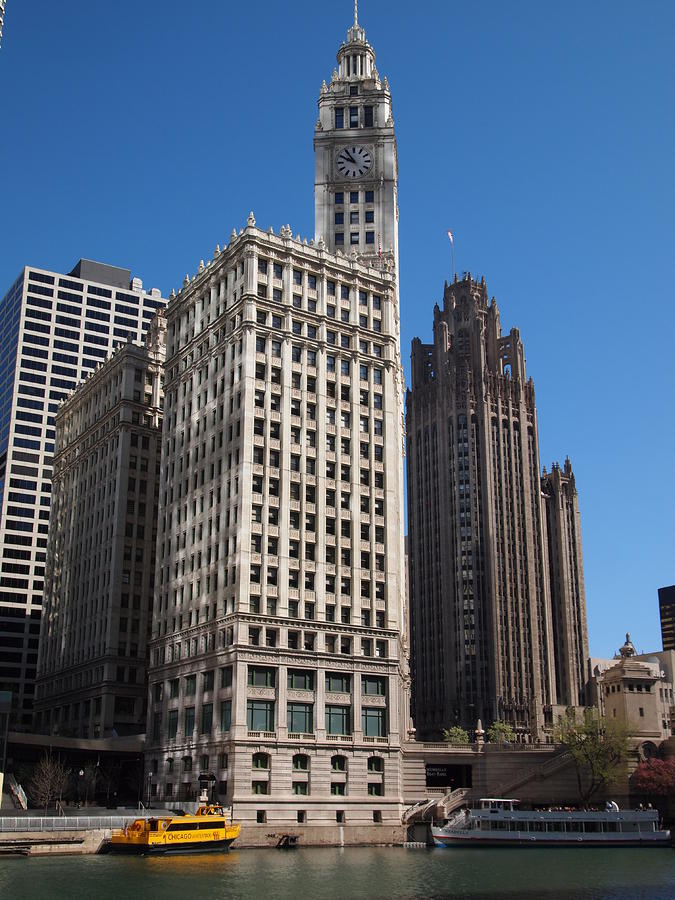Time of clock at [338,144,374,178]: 9:54
